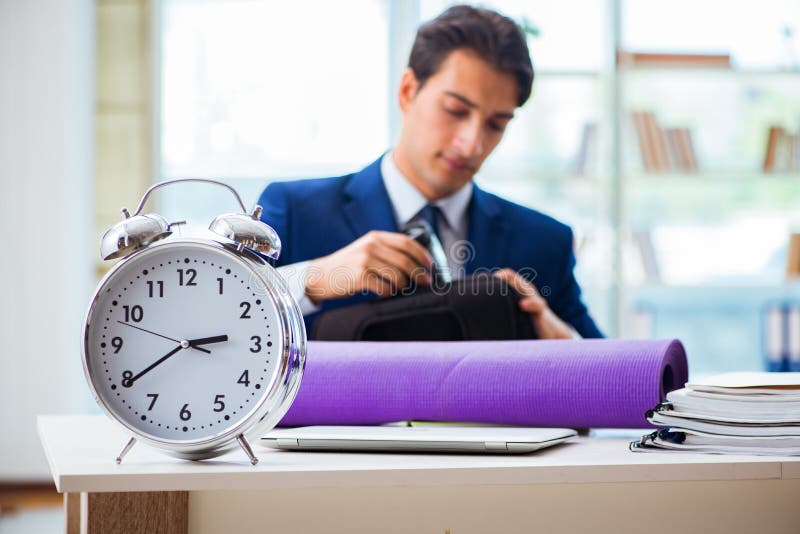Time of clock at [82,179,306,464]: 2:39
